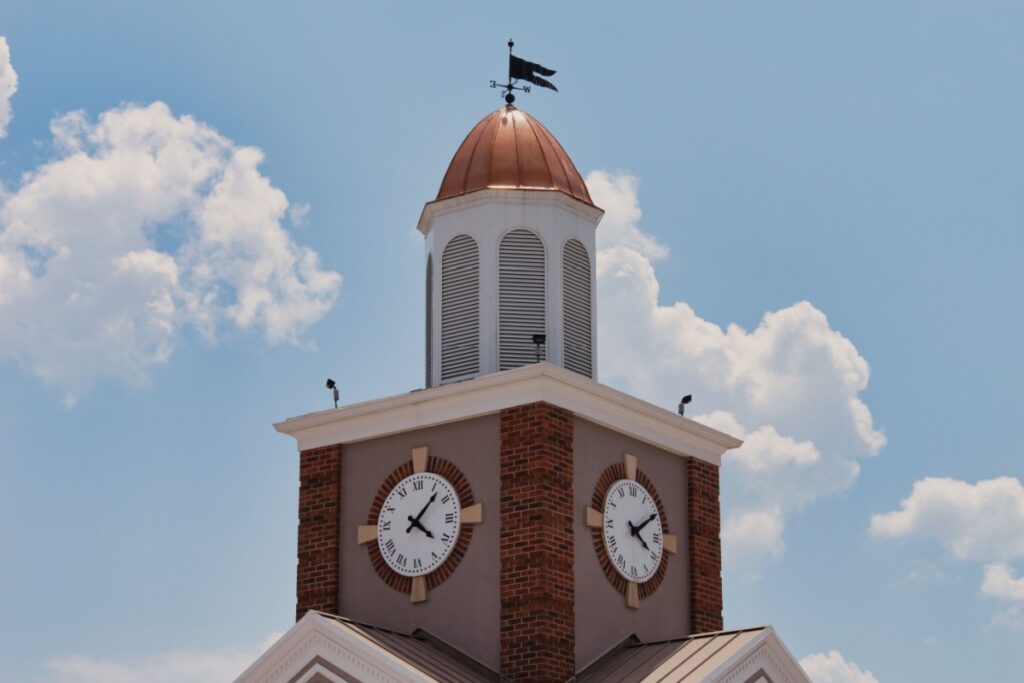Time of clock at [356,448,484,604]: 4:07
